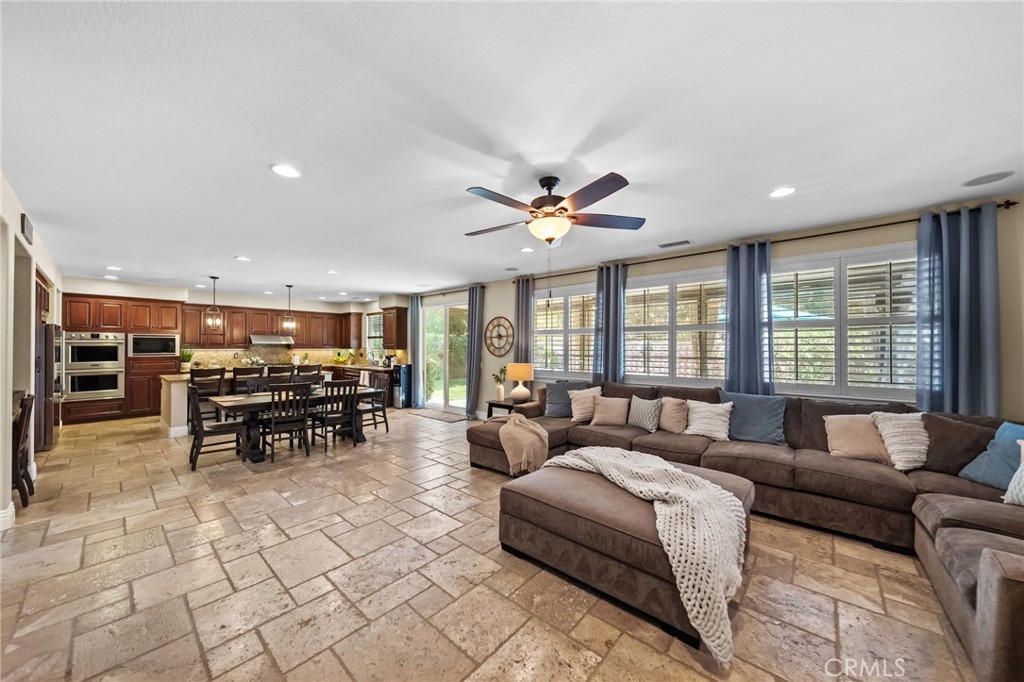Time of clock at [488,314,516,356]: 11:44
